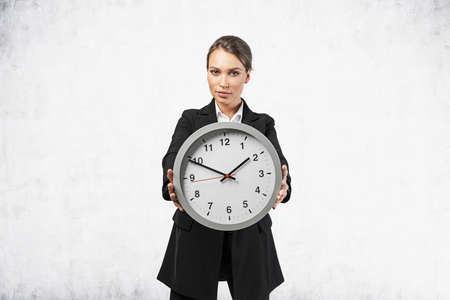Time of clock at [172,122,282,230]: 1:49
